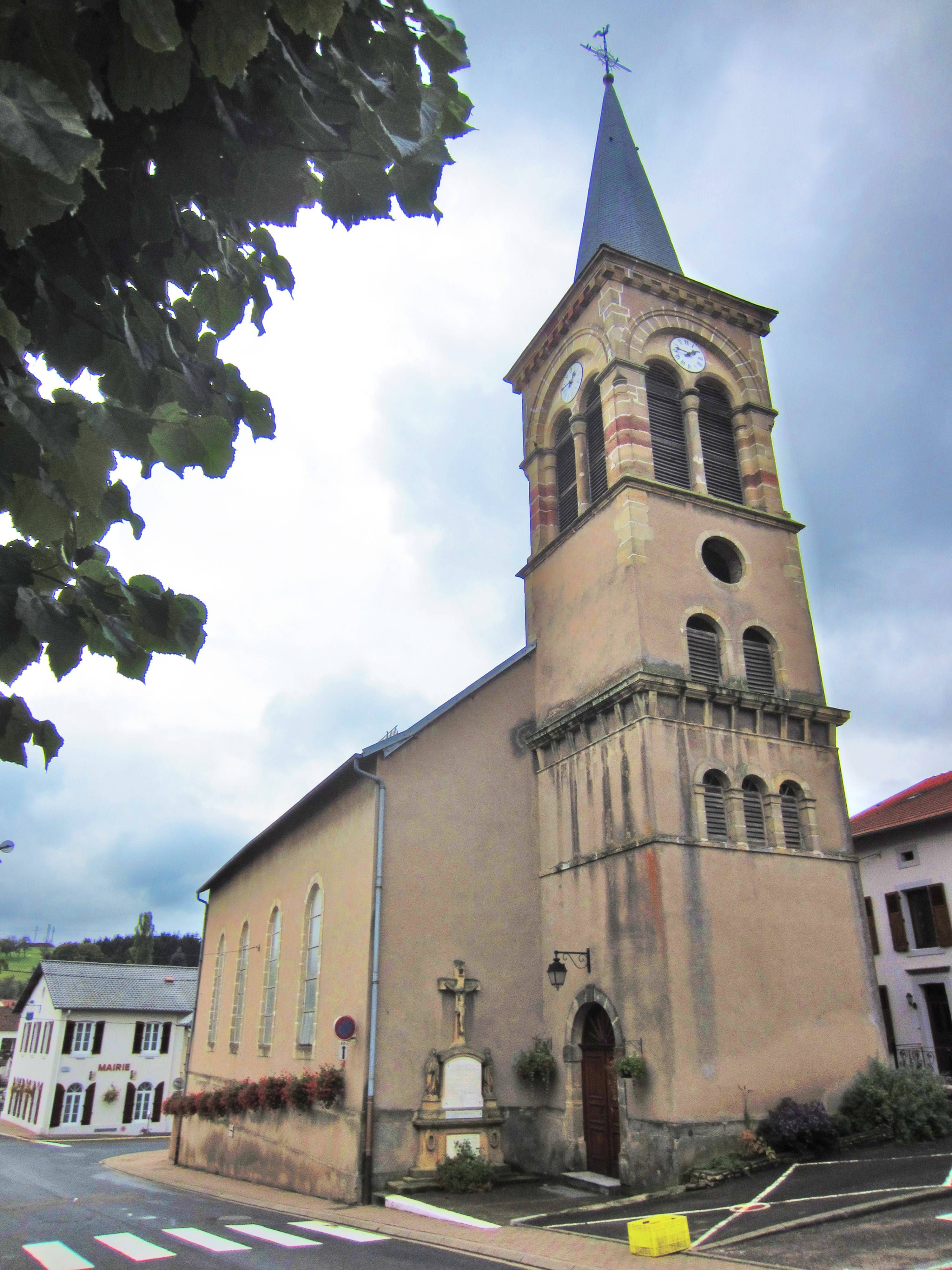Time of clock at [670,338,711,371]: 1:47
